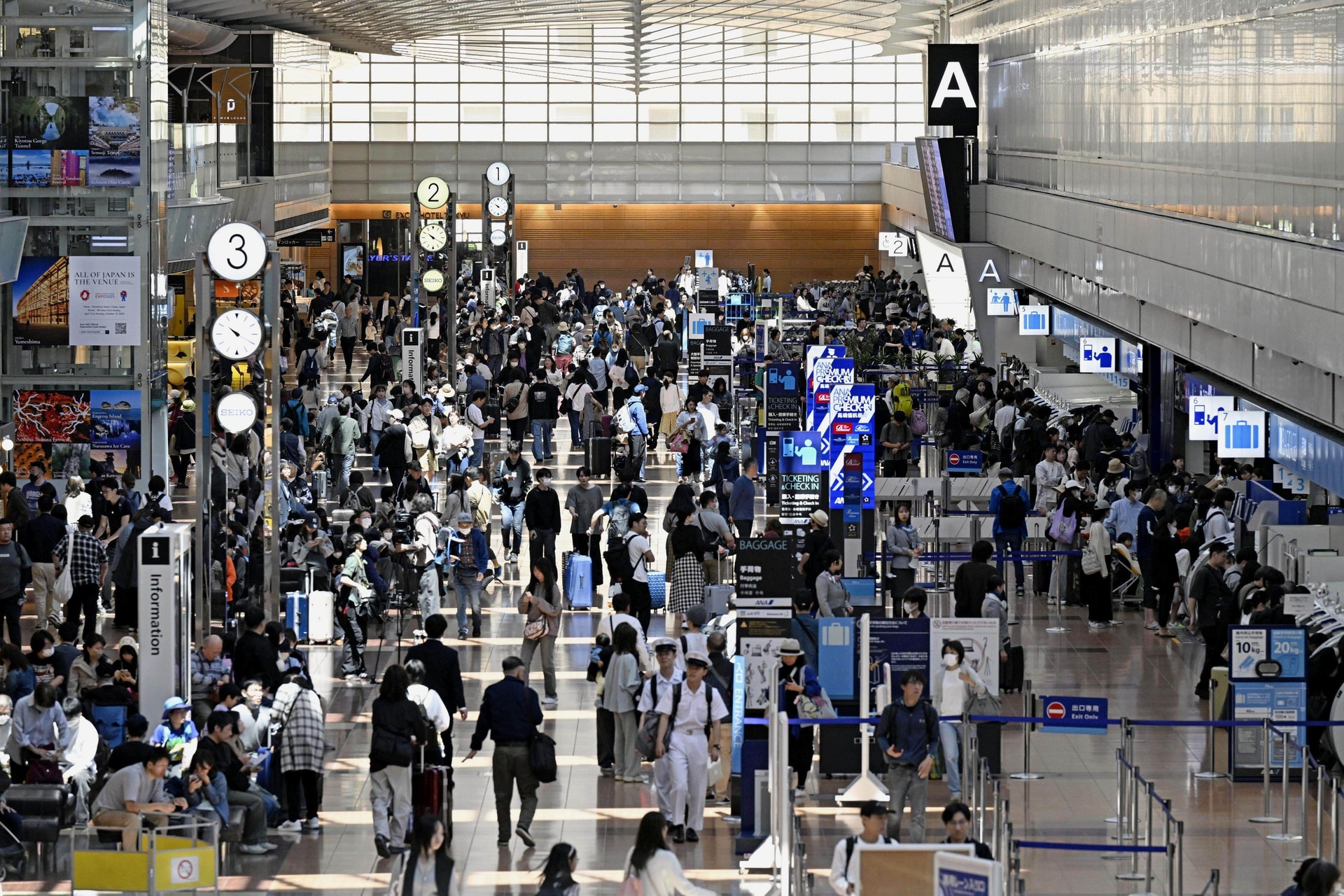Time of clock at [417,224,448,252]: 10:20
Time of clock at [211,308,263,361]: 10:20
